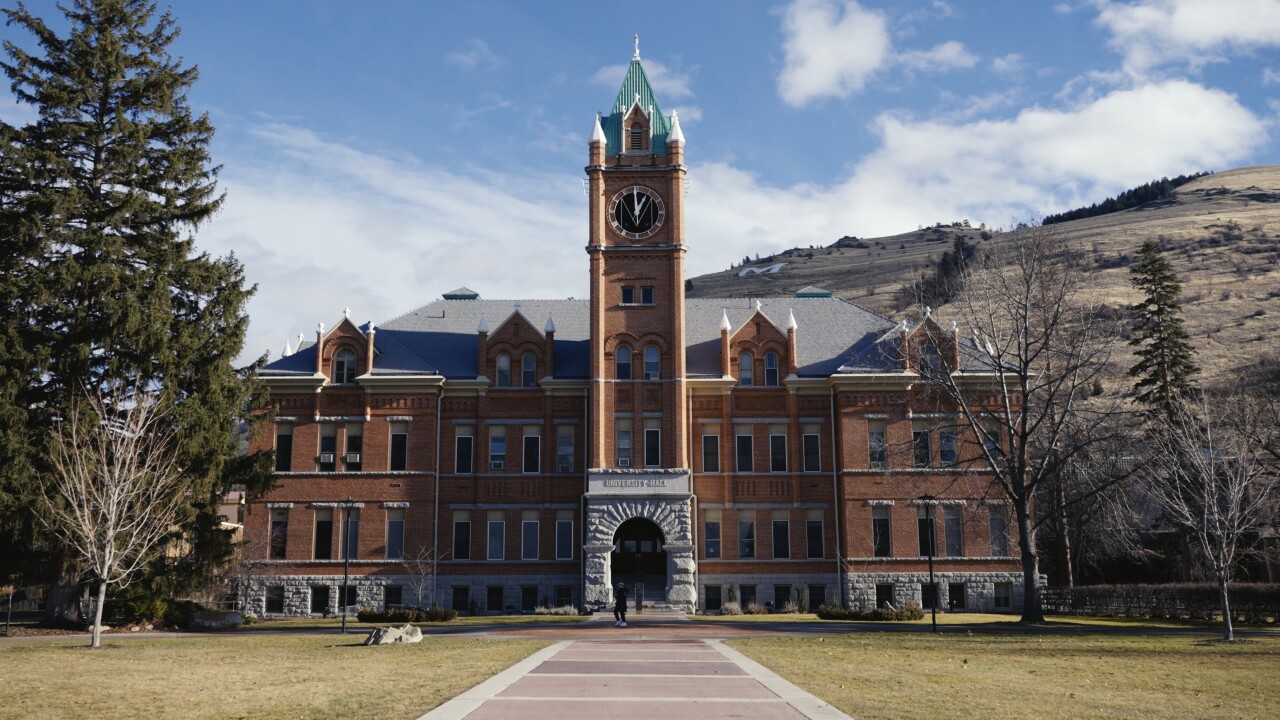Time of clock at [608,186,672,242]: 12:59
